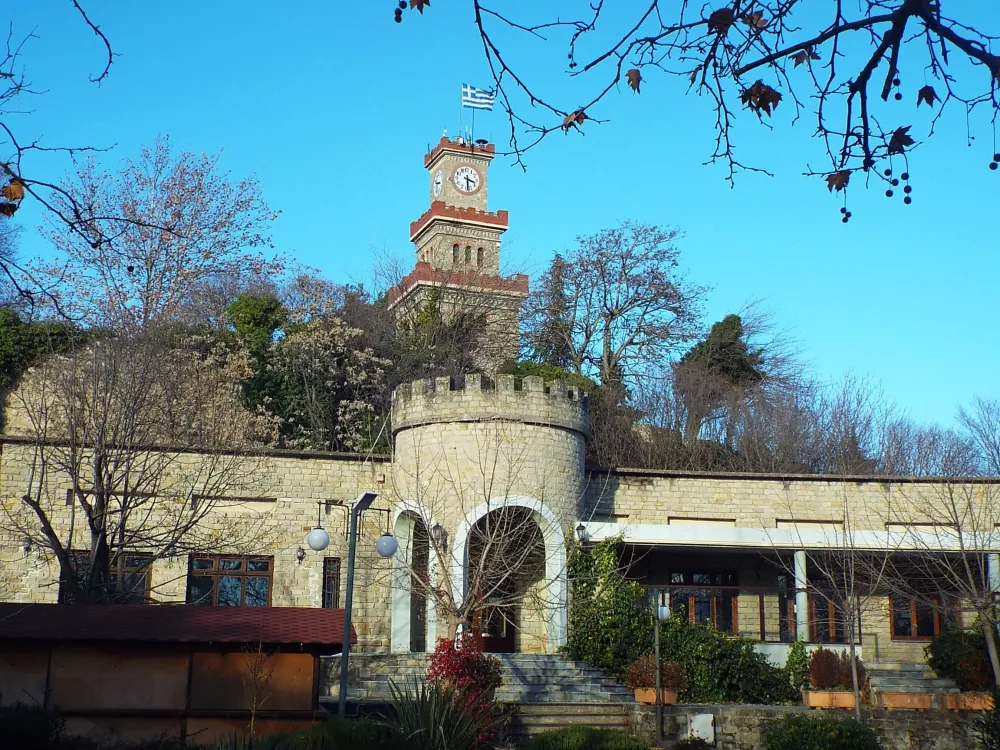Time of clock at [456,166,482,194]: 3:29
